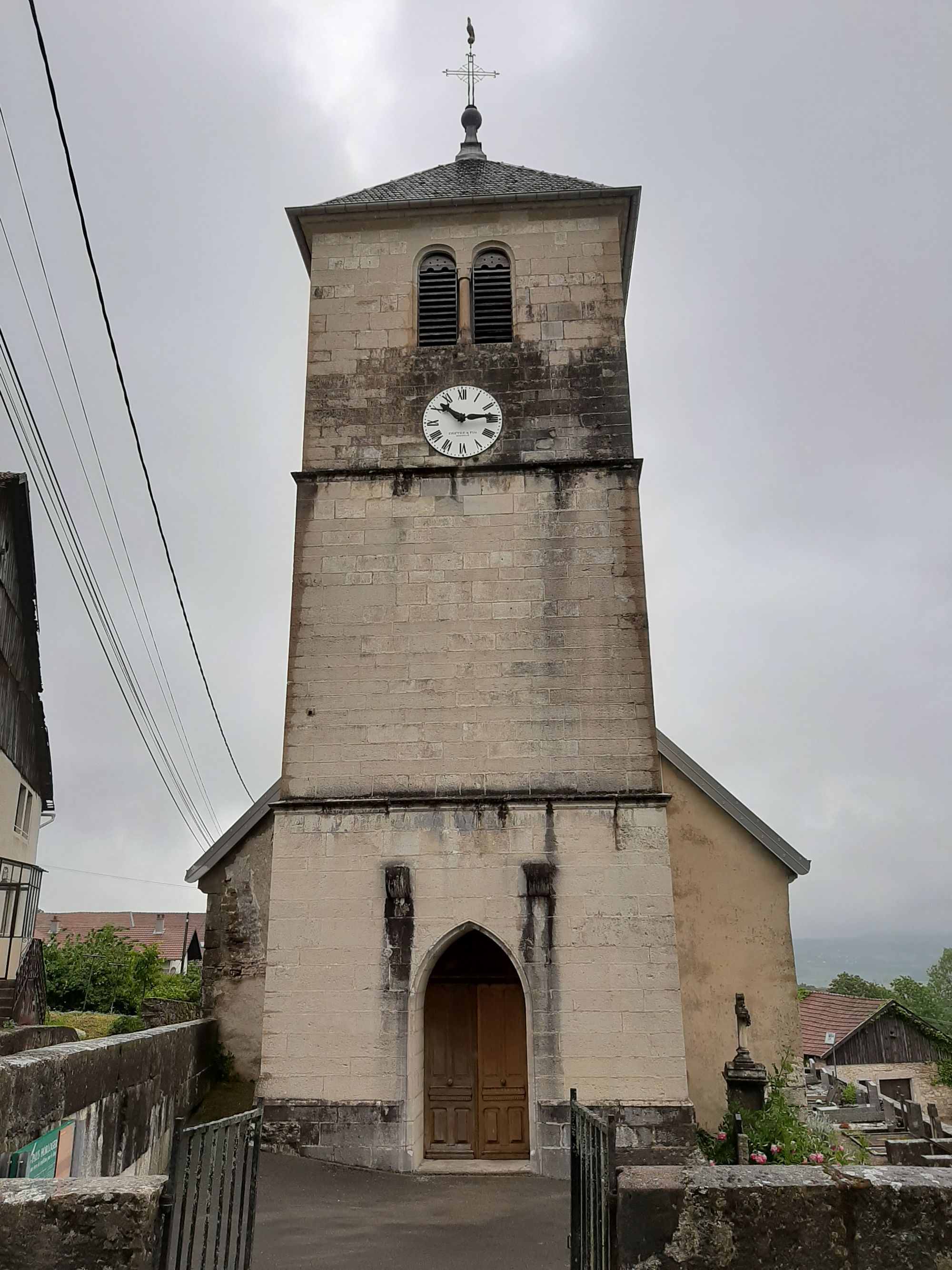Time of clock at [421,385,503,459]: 10:13
